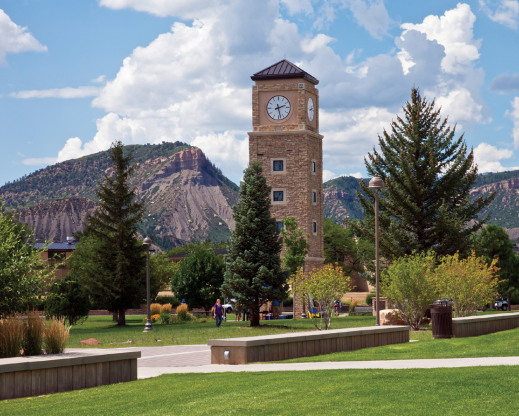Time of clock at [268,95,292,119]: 2:27
